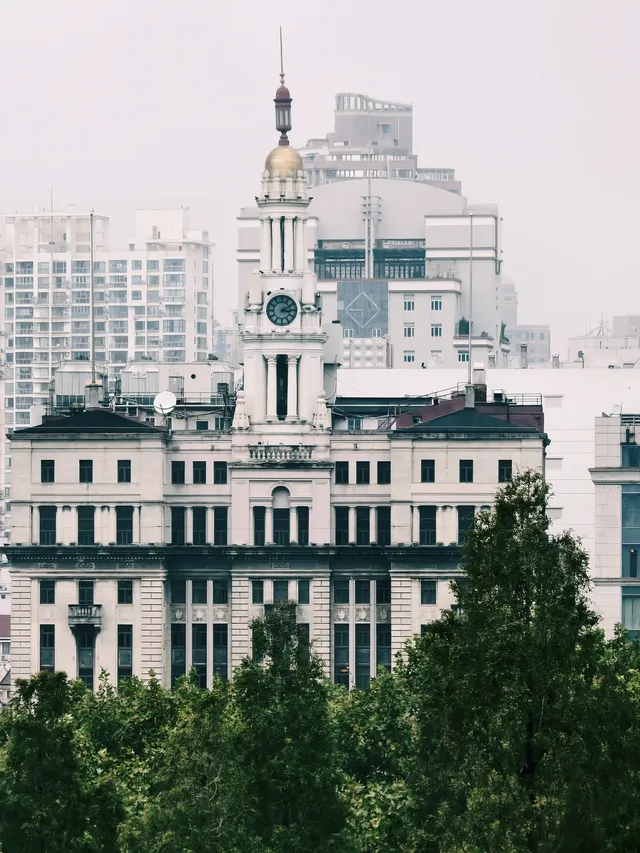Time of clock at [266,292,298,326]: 3:10
